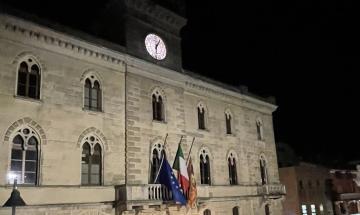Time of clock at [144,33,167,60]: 1:32
